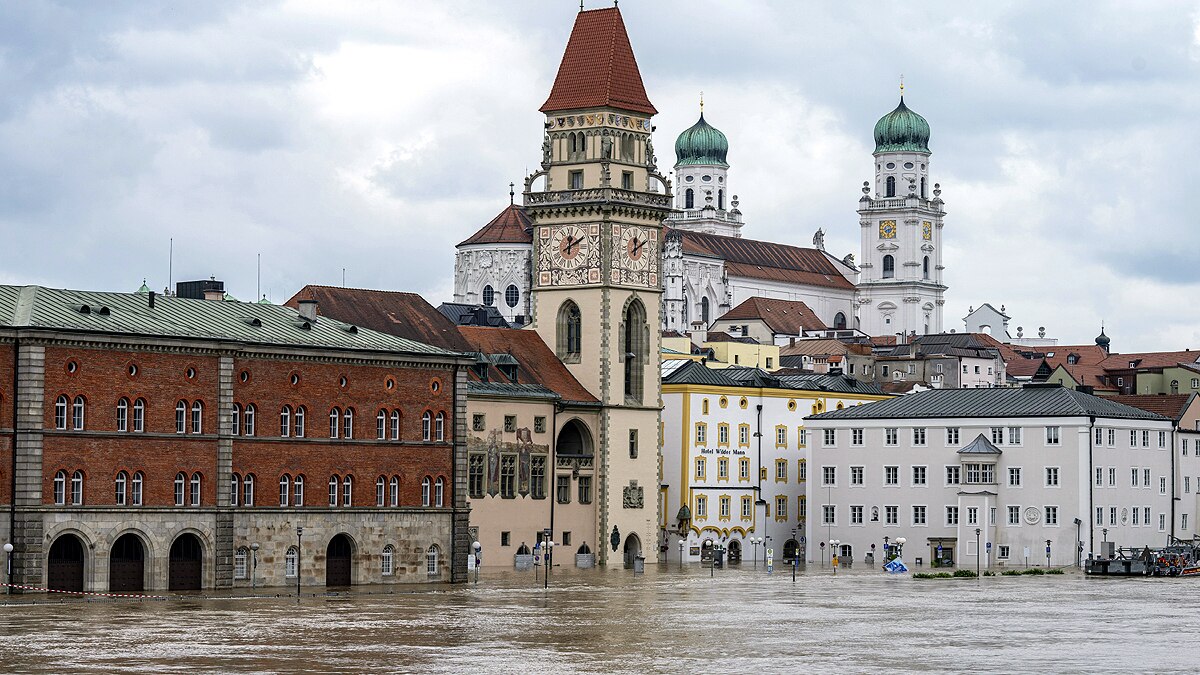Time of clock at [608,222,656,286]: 12:09
